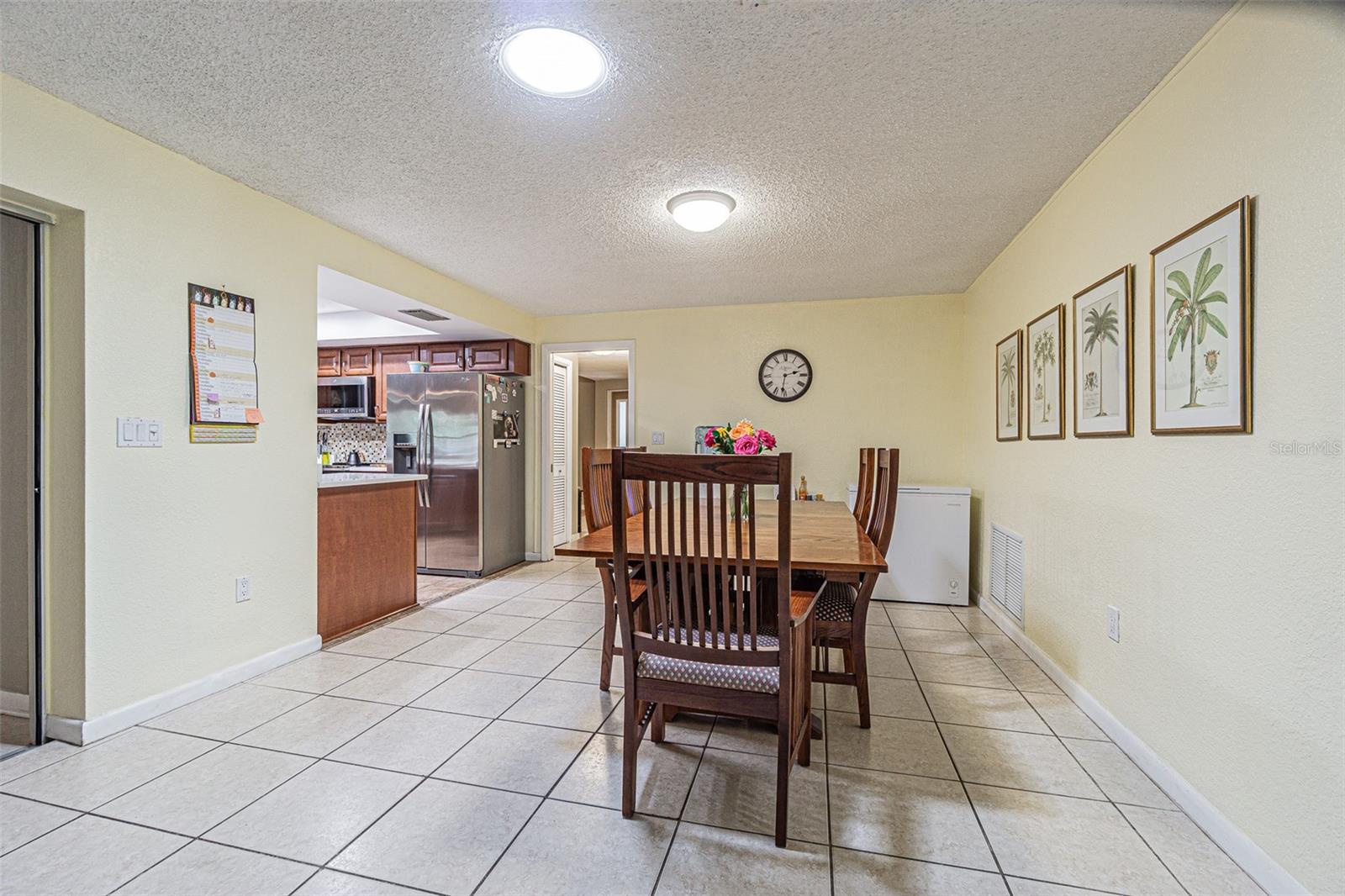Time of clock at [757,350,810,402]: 2:31
